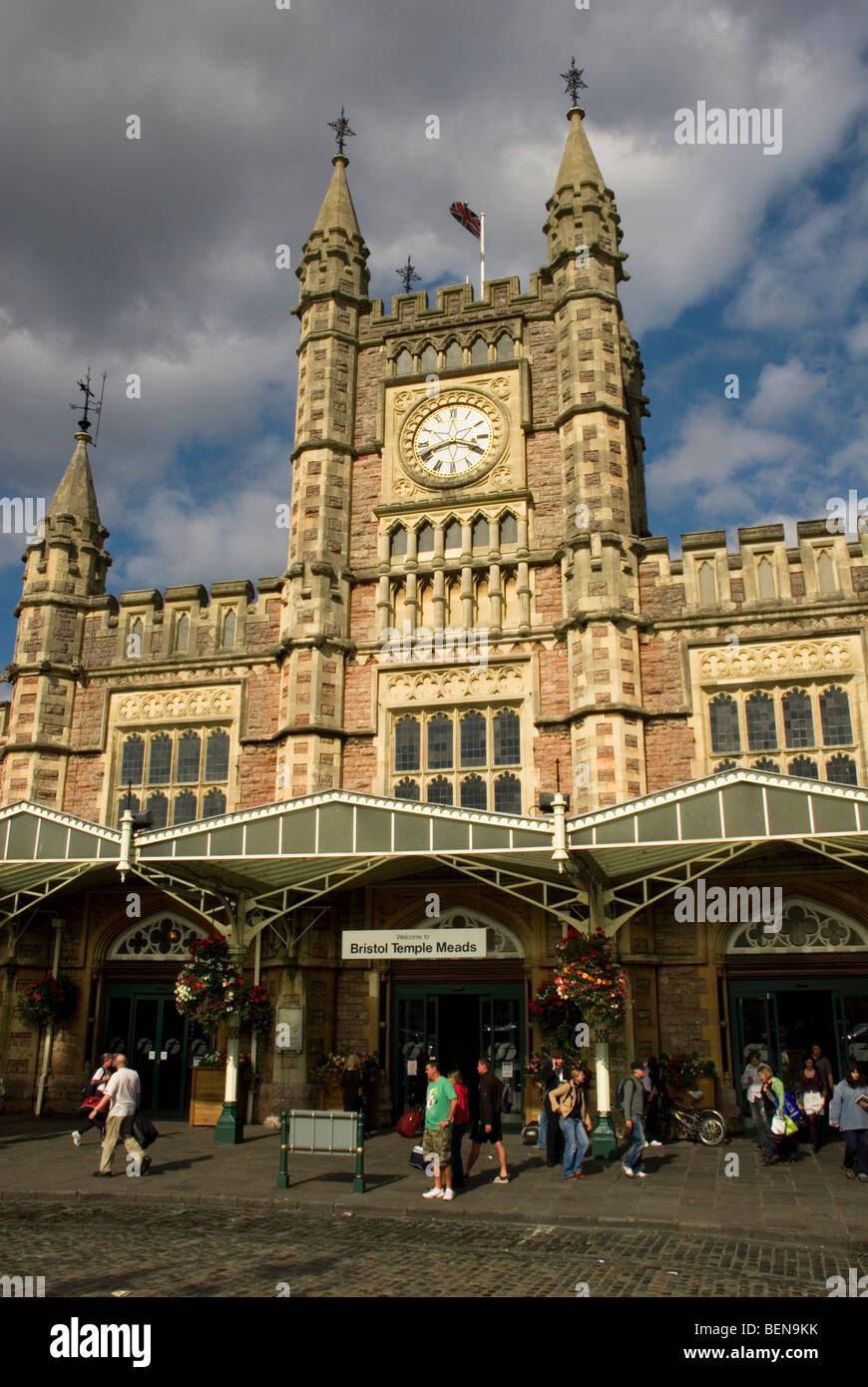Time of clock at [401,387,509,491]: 3:41
